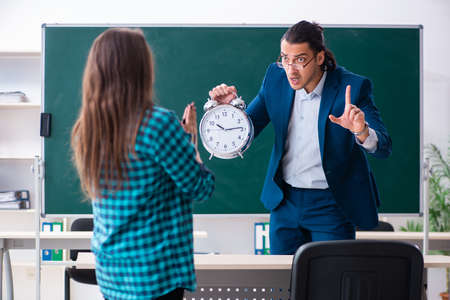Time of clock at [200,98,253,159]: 10:14
